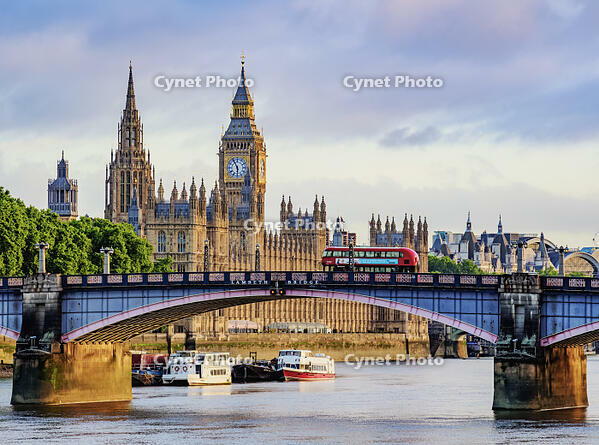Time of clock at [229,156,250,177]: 5:55
